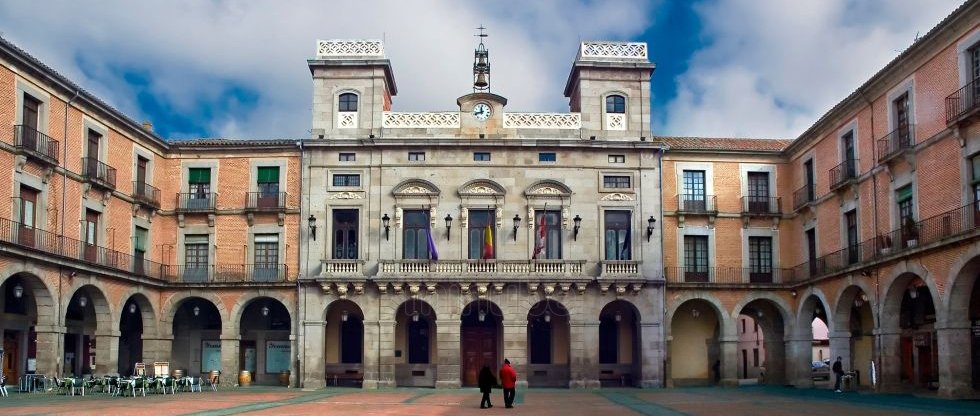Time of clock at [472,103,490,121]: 11:41
